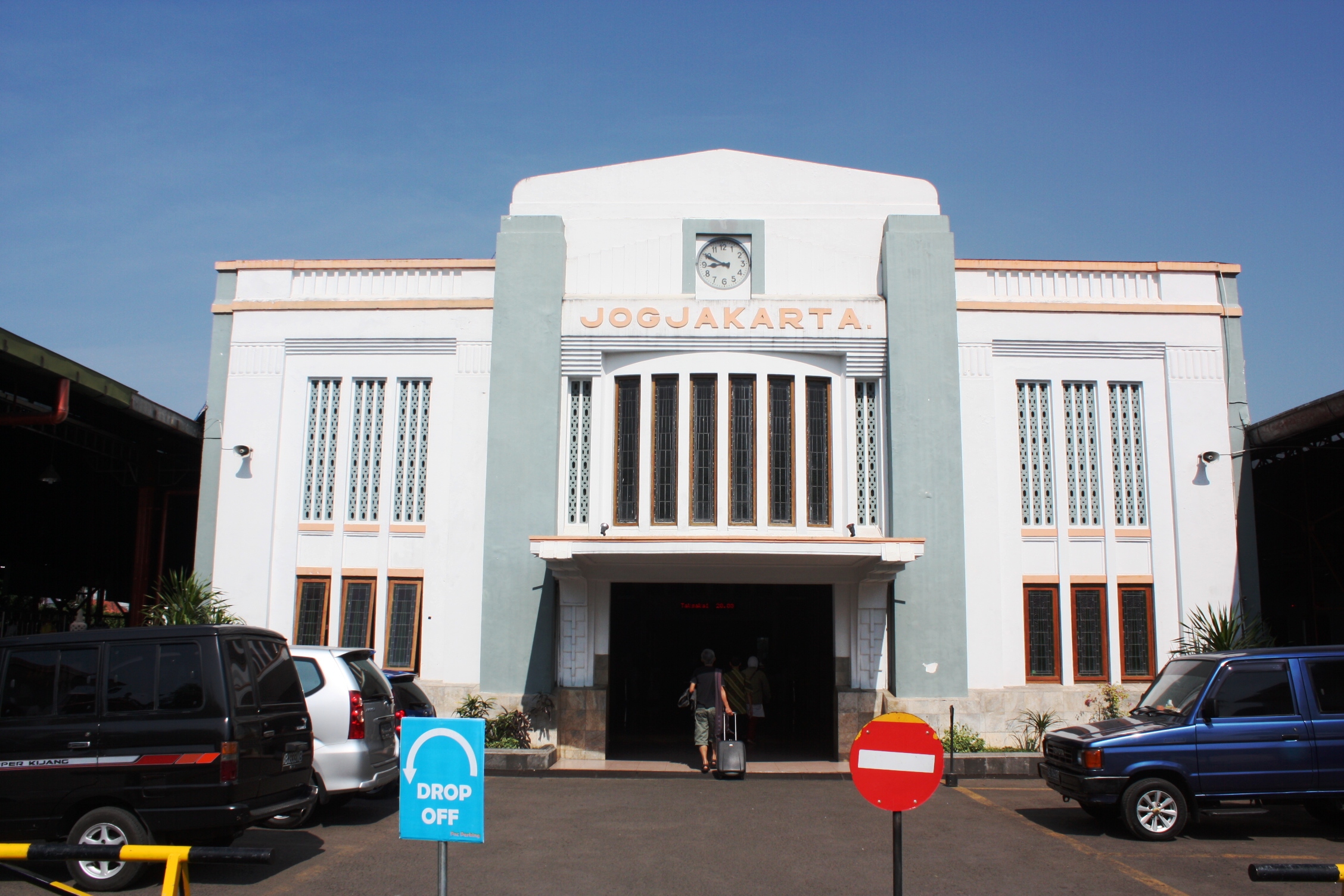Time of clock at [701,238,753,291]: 8:49
